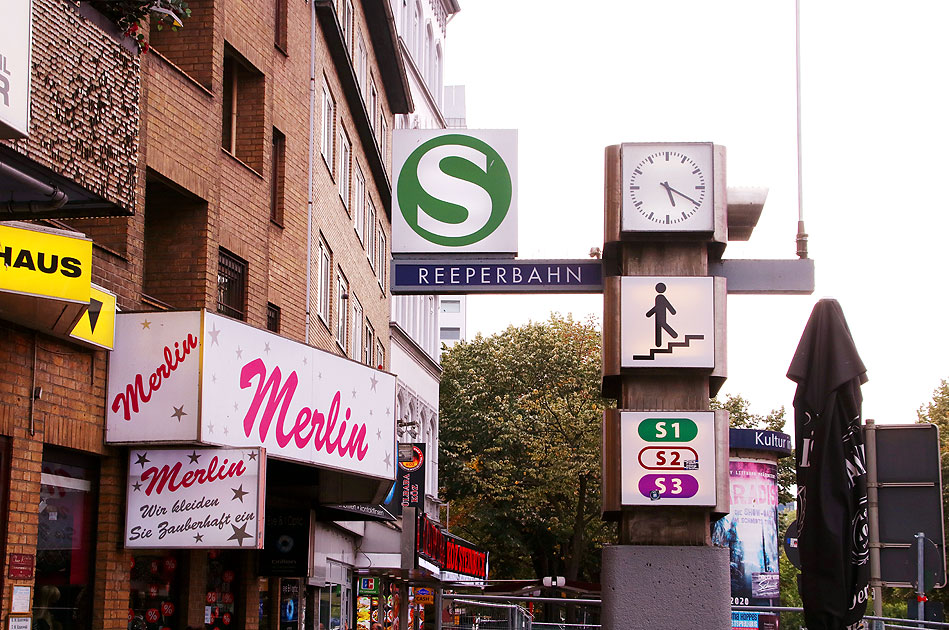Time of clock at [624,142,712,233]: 5:19
